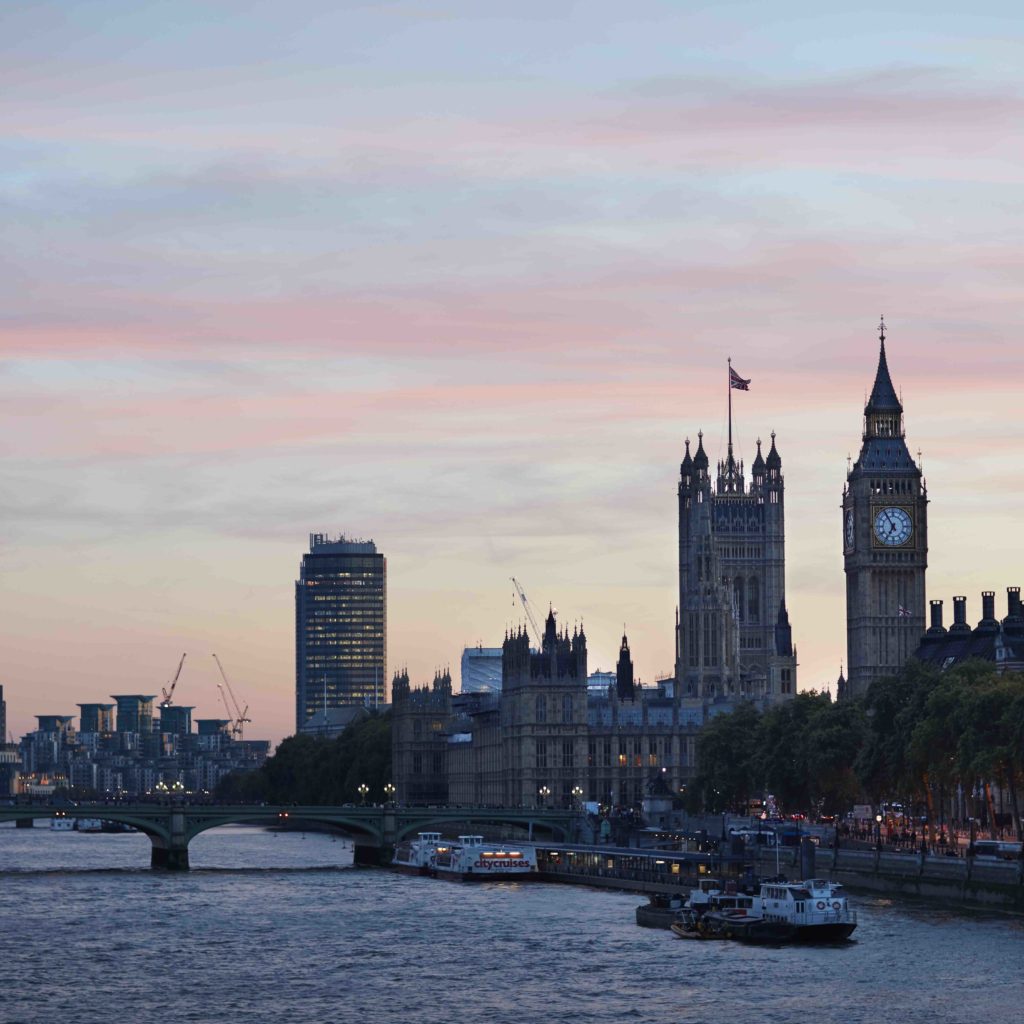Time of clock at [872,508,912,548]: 6:54
